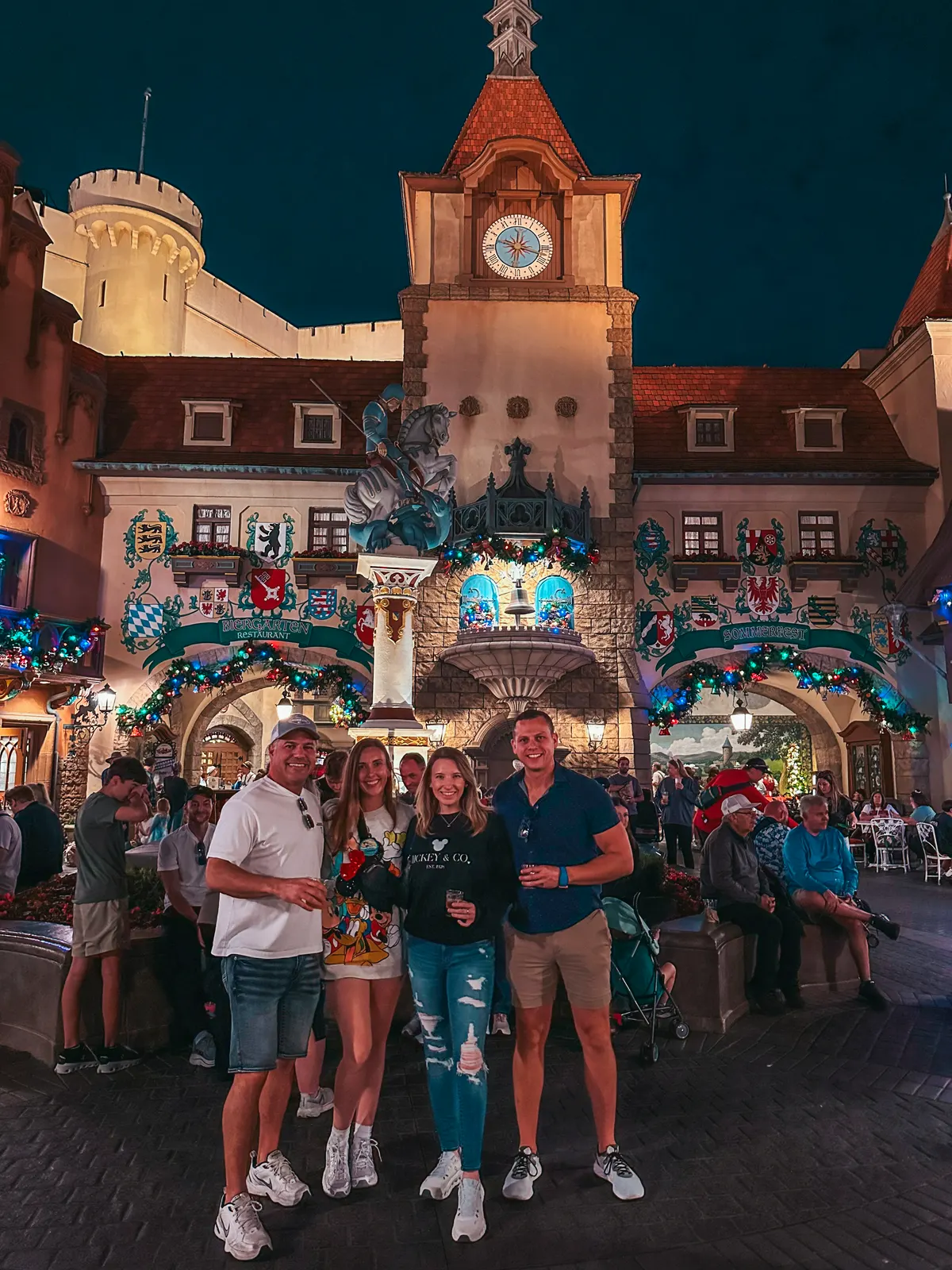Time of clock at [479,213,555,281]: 12:17
